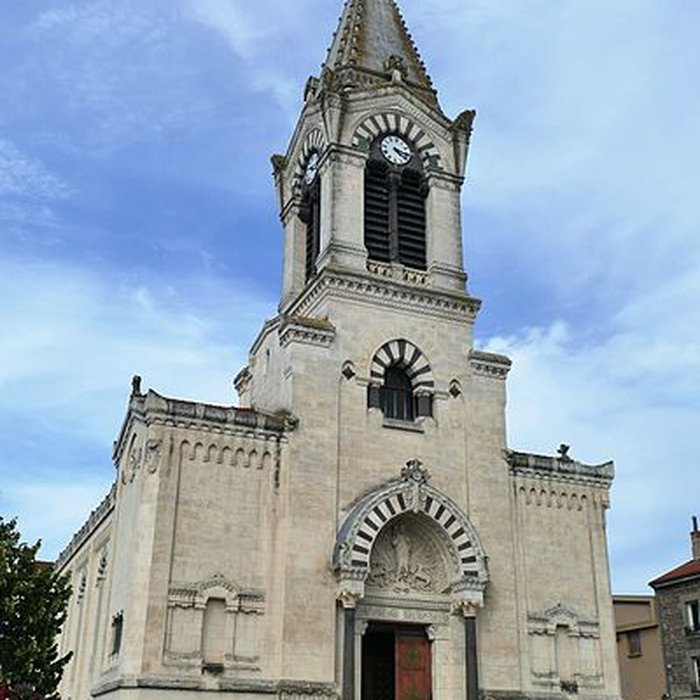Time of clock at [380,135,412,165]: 4:16
